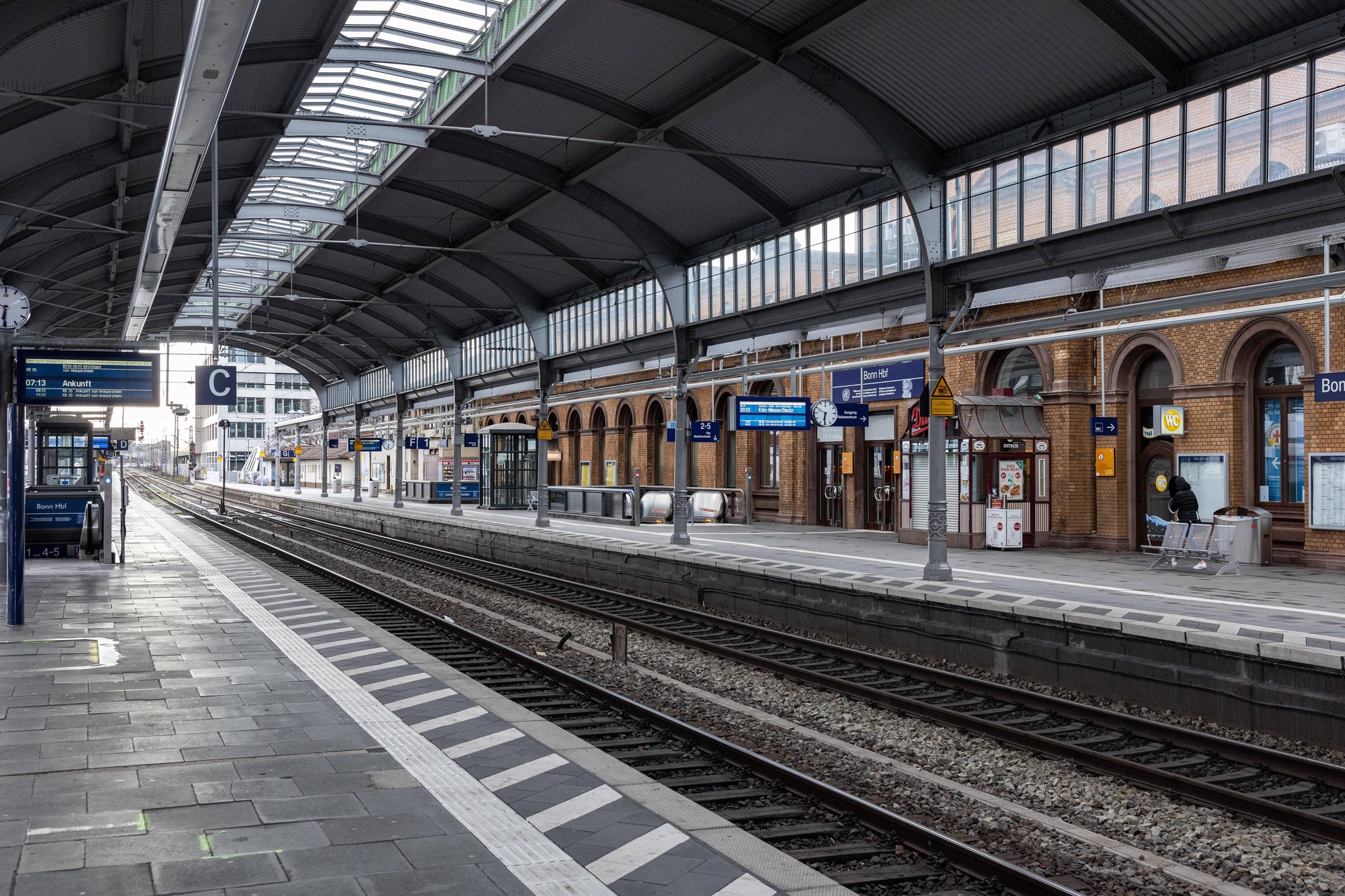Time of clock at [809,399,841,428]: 6:30
